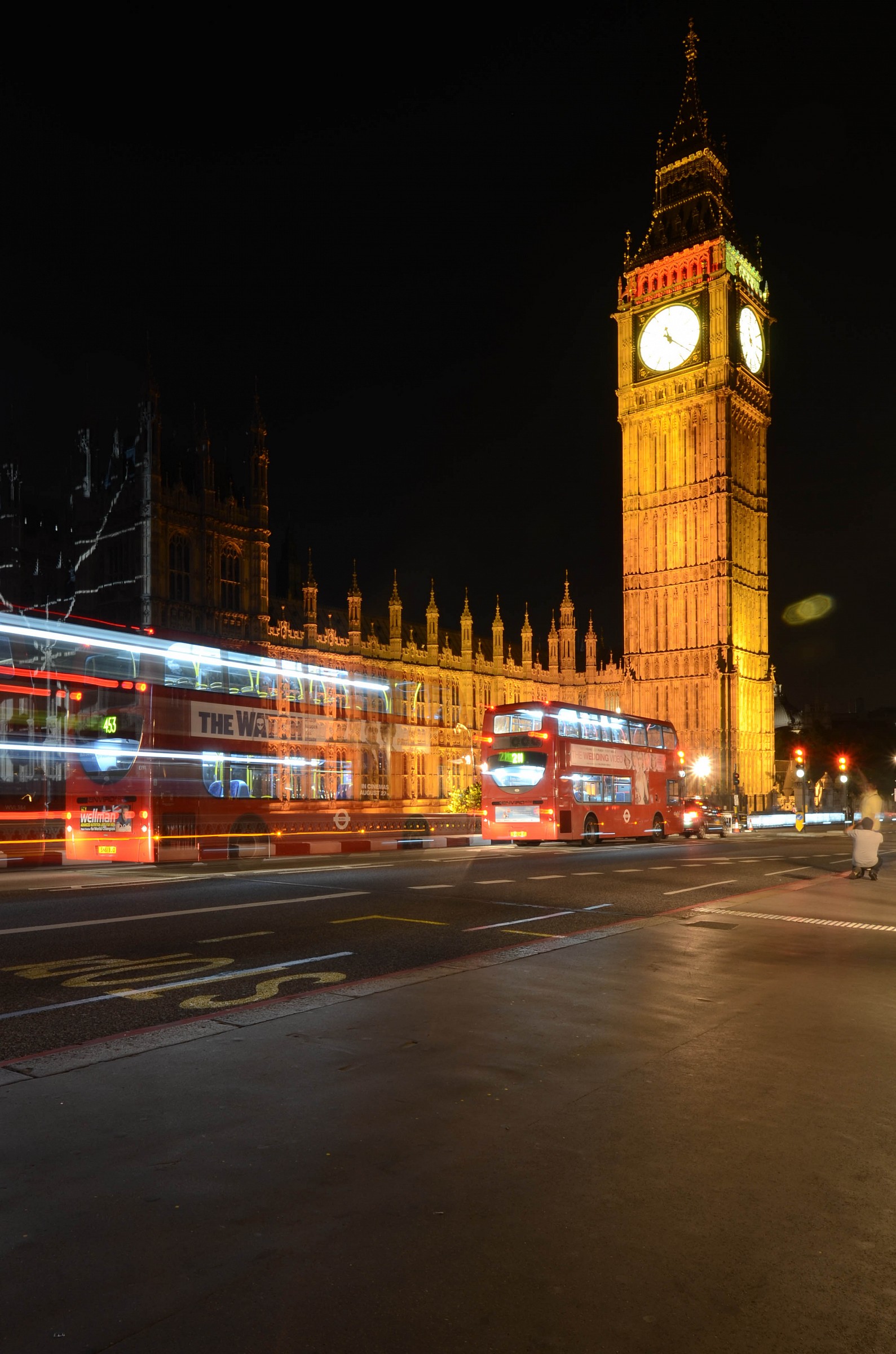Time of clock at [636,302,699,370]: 11:21
